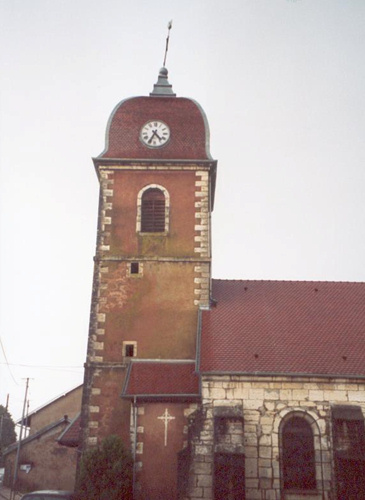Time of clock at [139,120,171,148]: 4:34
